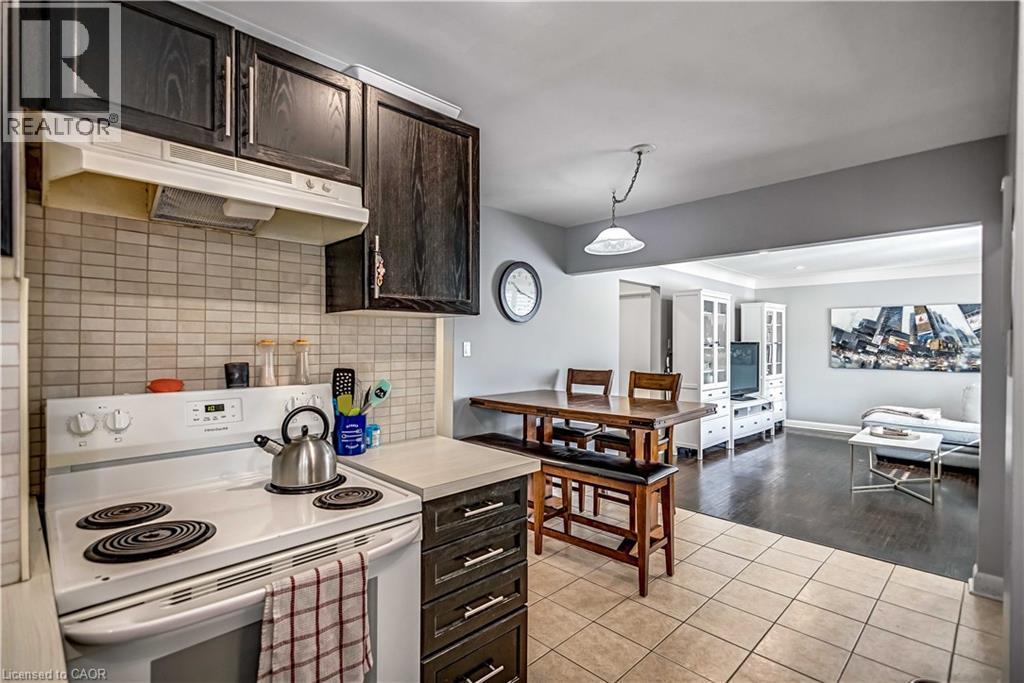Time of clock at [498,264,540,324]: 10:17
